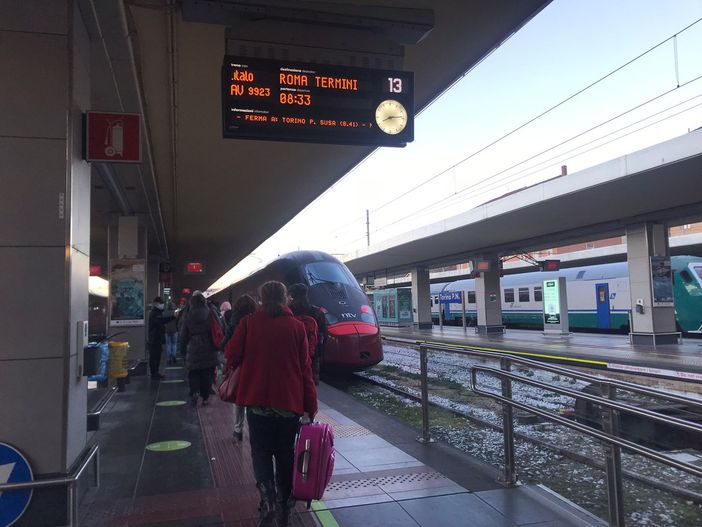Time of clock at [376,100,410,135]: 8:14
